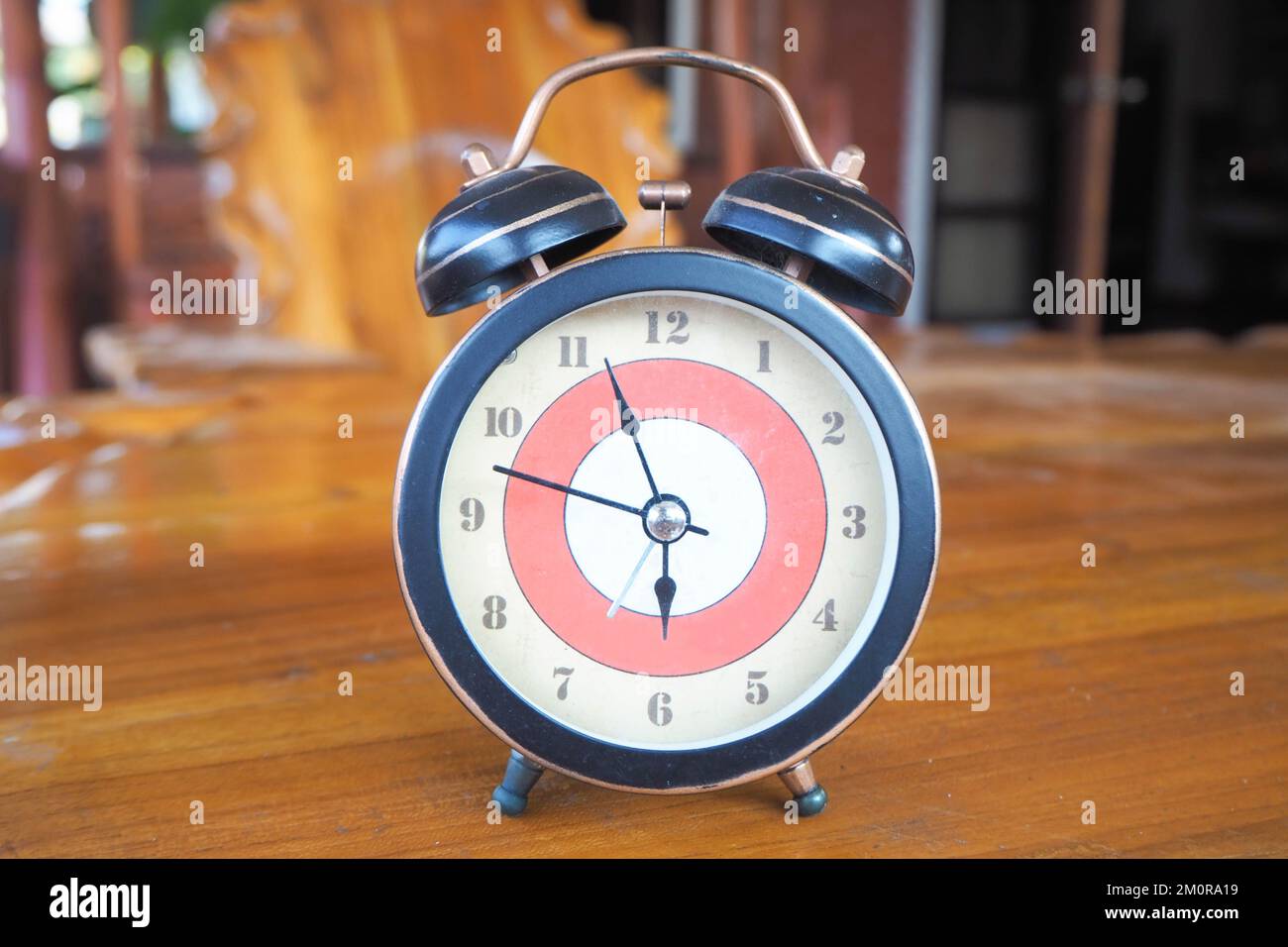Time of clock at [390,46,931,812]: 5:47
